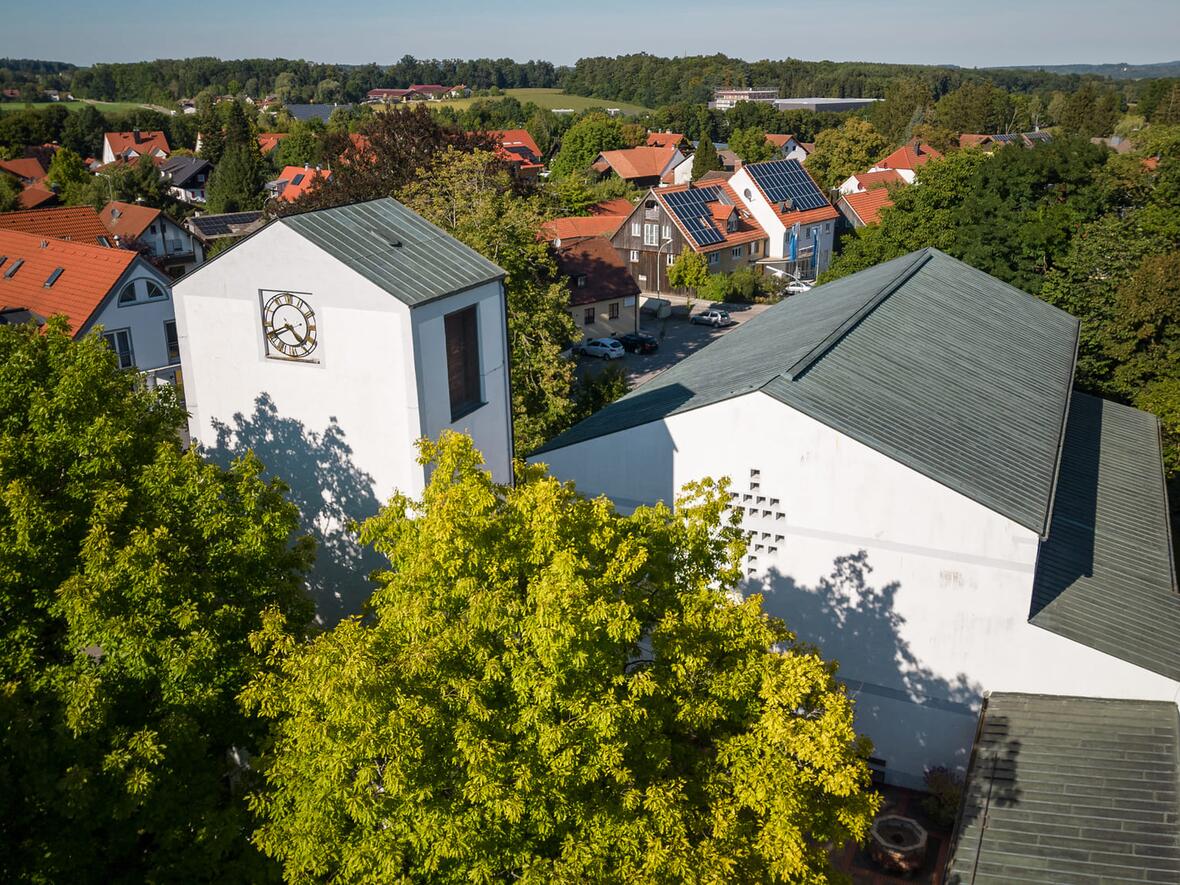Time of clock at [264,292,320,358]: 4:41
